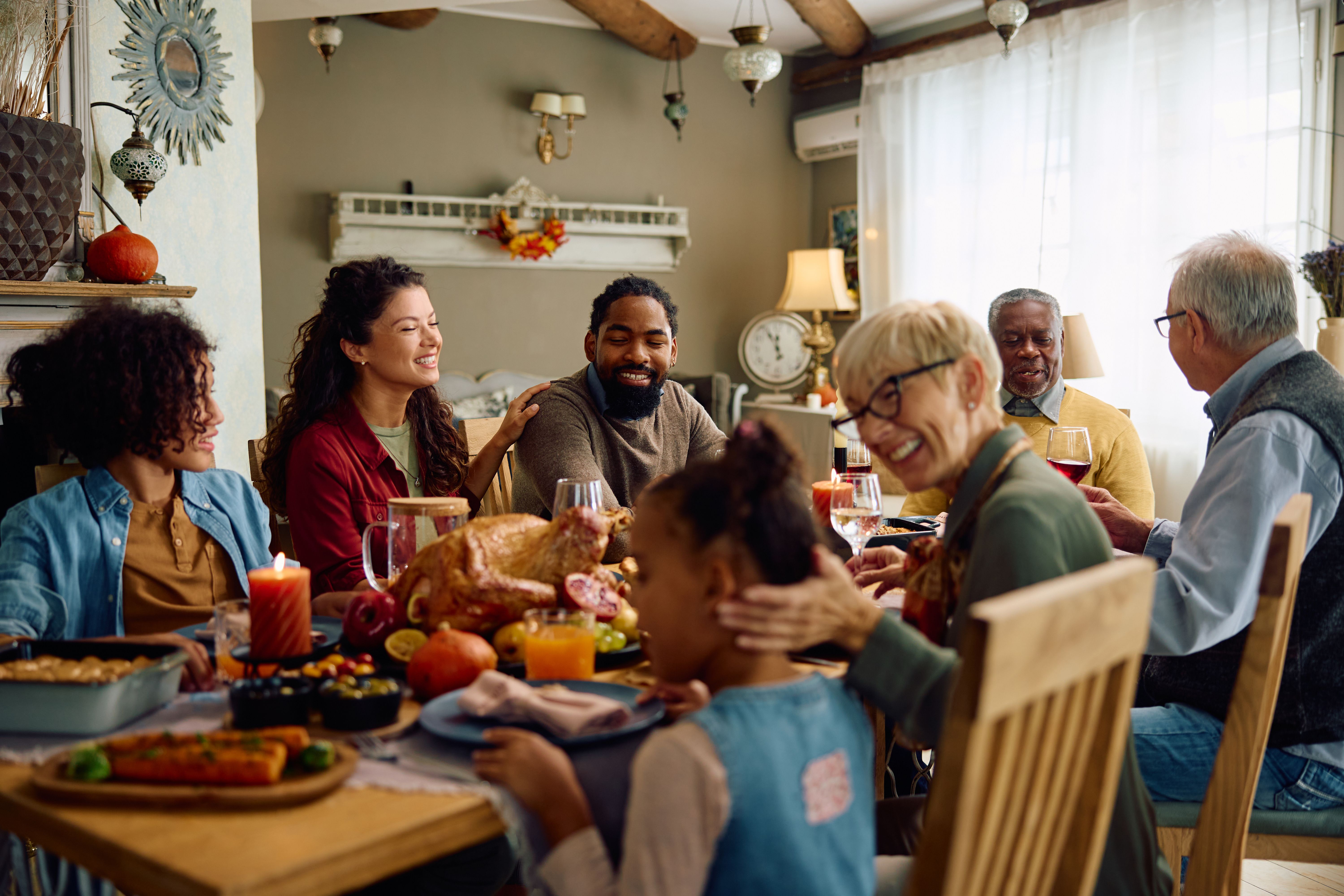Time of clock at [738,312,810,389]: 11:55
